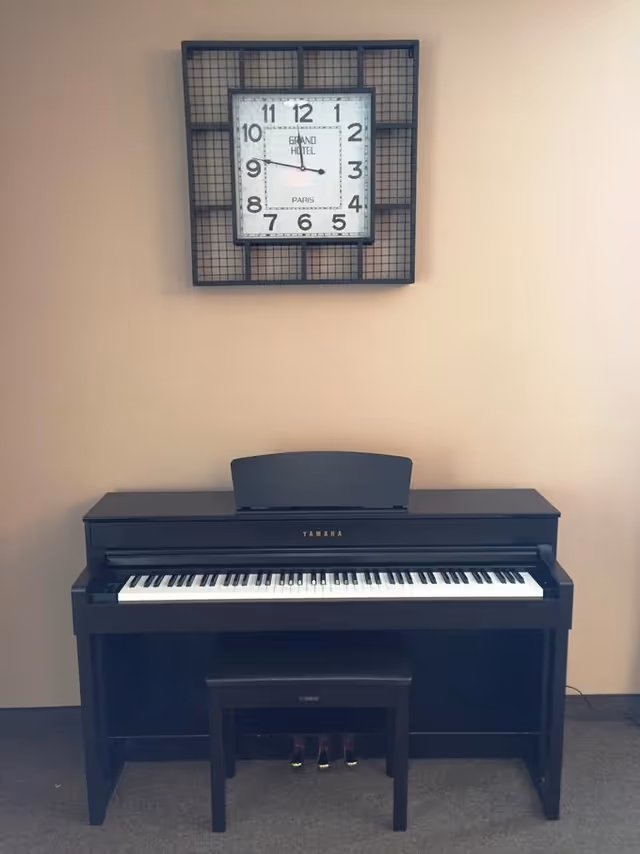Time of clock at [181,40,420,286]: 11:46
